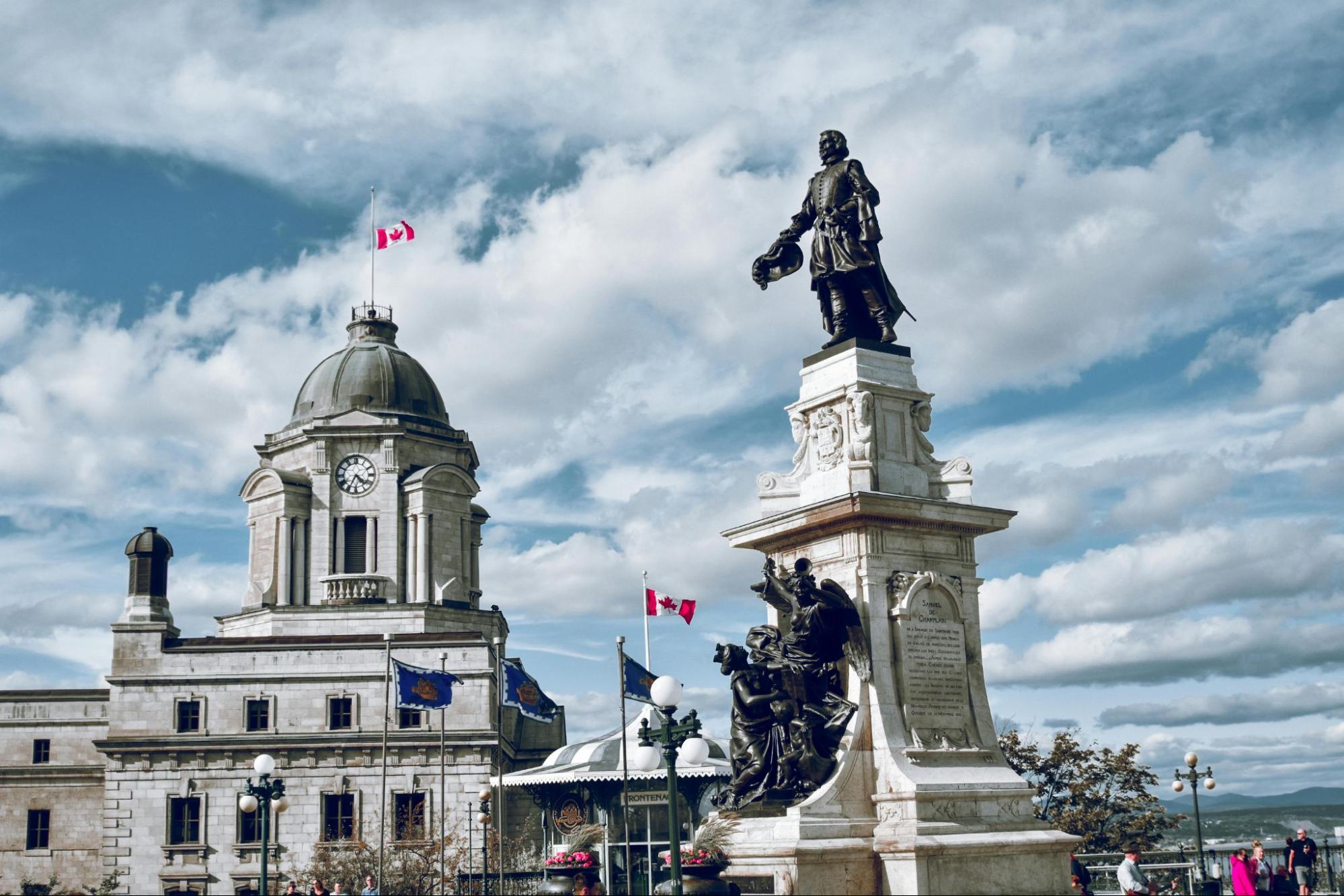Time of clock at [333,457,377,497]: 4:34
